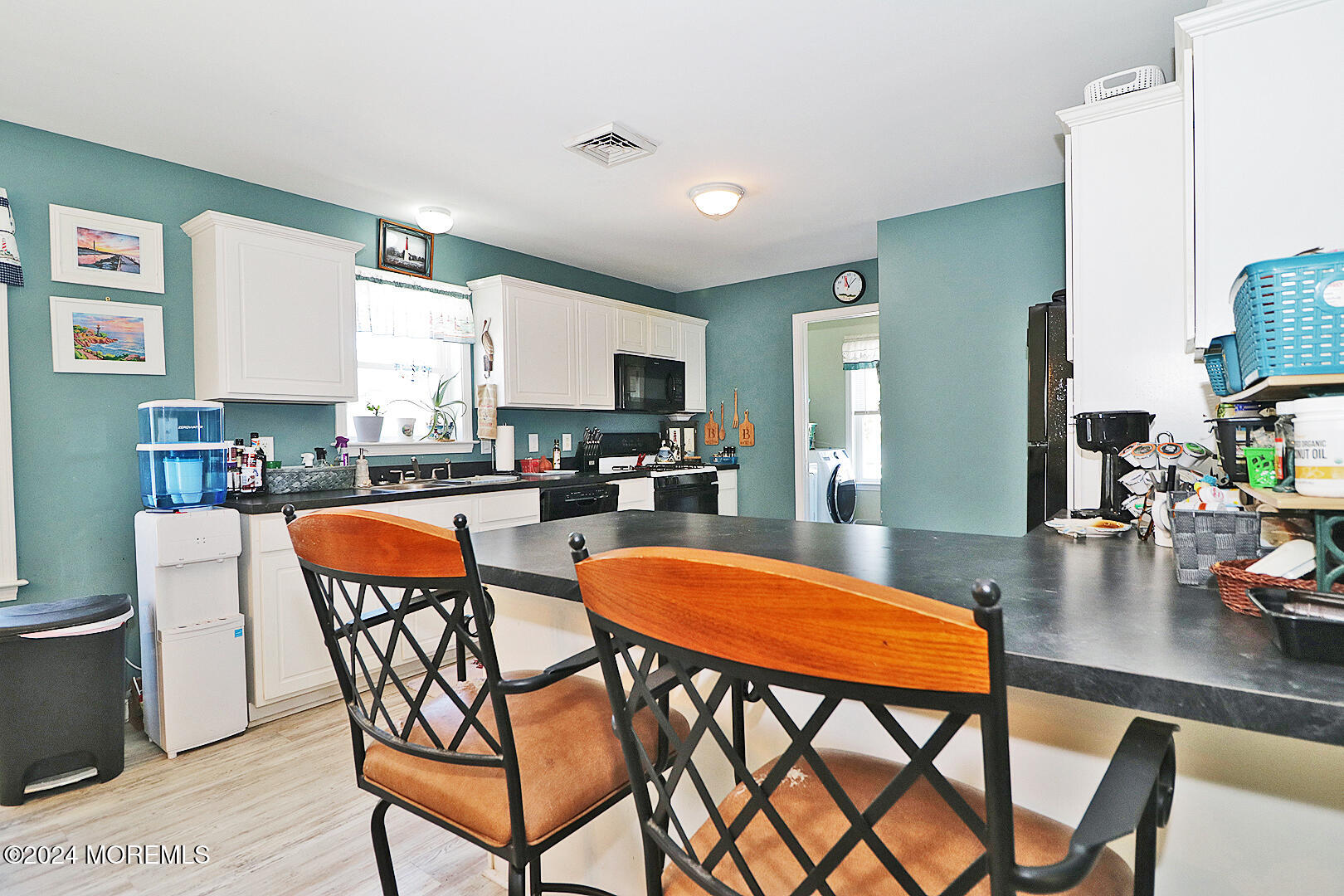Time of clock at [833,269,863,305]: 11:07
